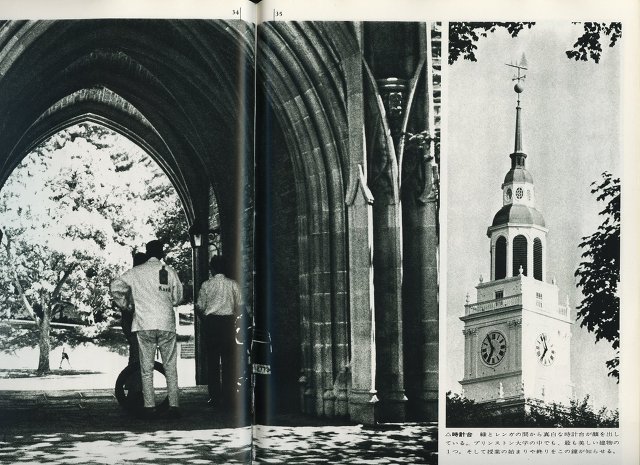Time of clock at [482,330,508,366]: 6:54
